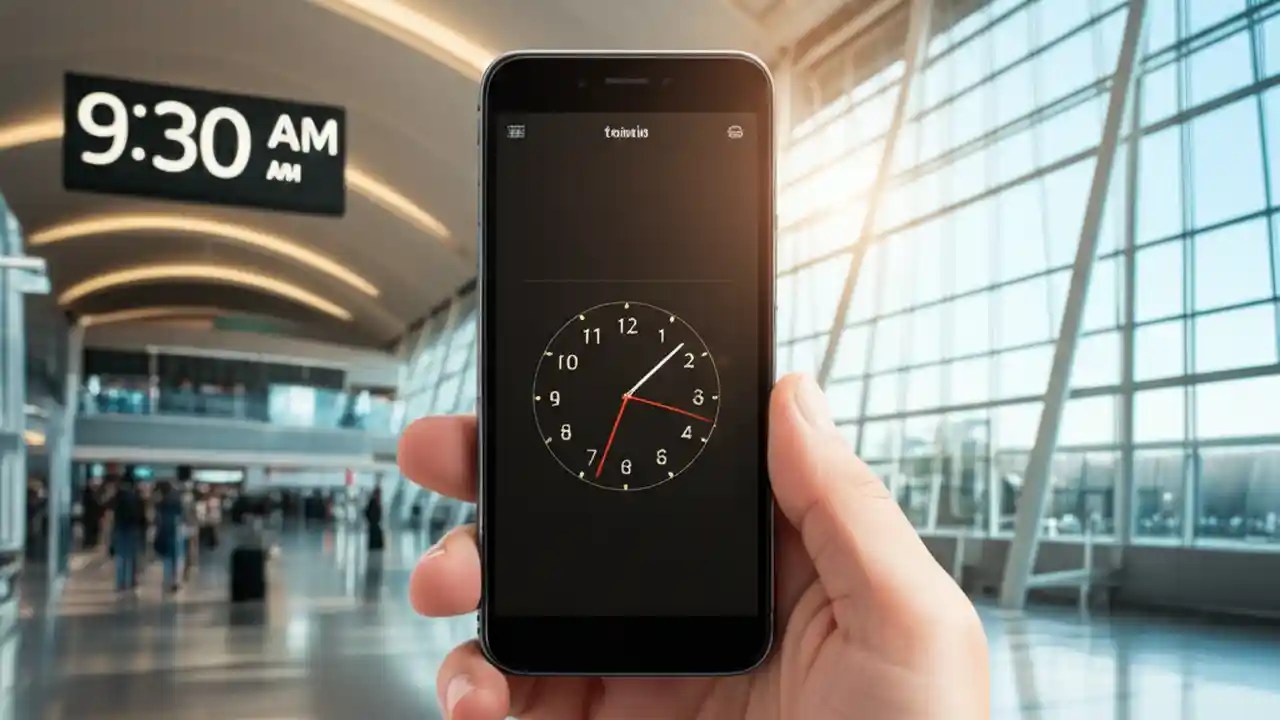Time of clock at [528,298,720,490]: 1:33
